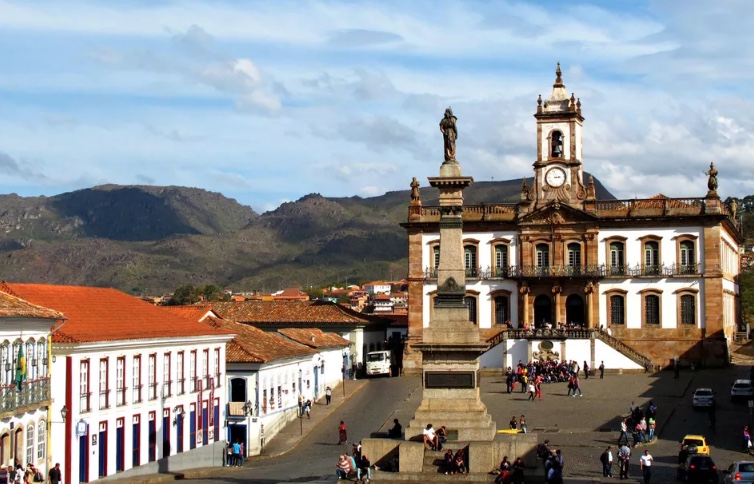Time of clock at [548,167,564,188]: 2:56
